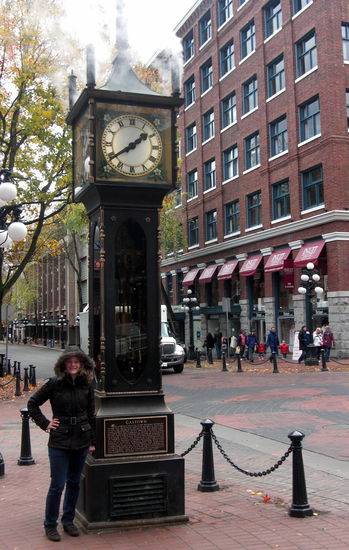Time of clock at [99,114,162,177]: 1:39
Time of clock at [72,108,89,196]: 1:39
